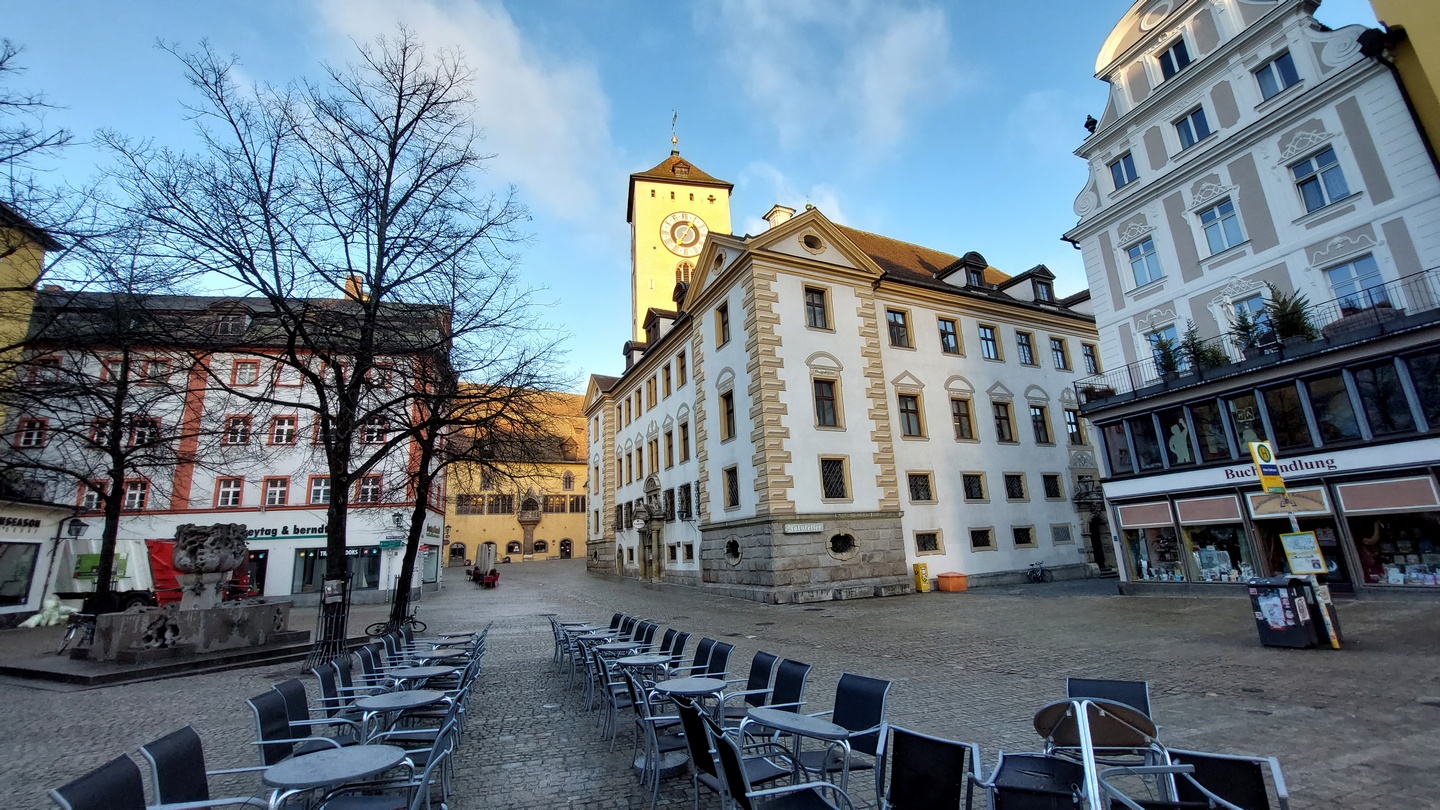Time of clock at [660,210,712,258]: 7:06
